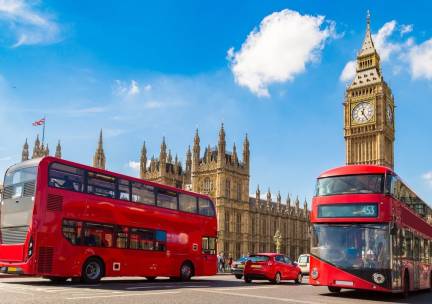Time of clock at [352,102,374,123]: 12:24
